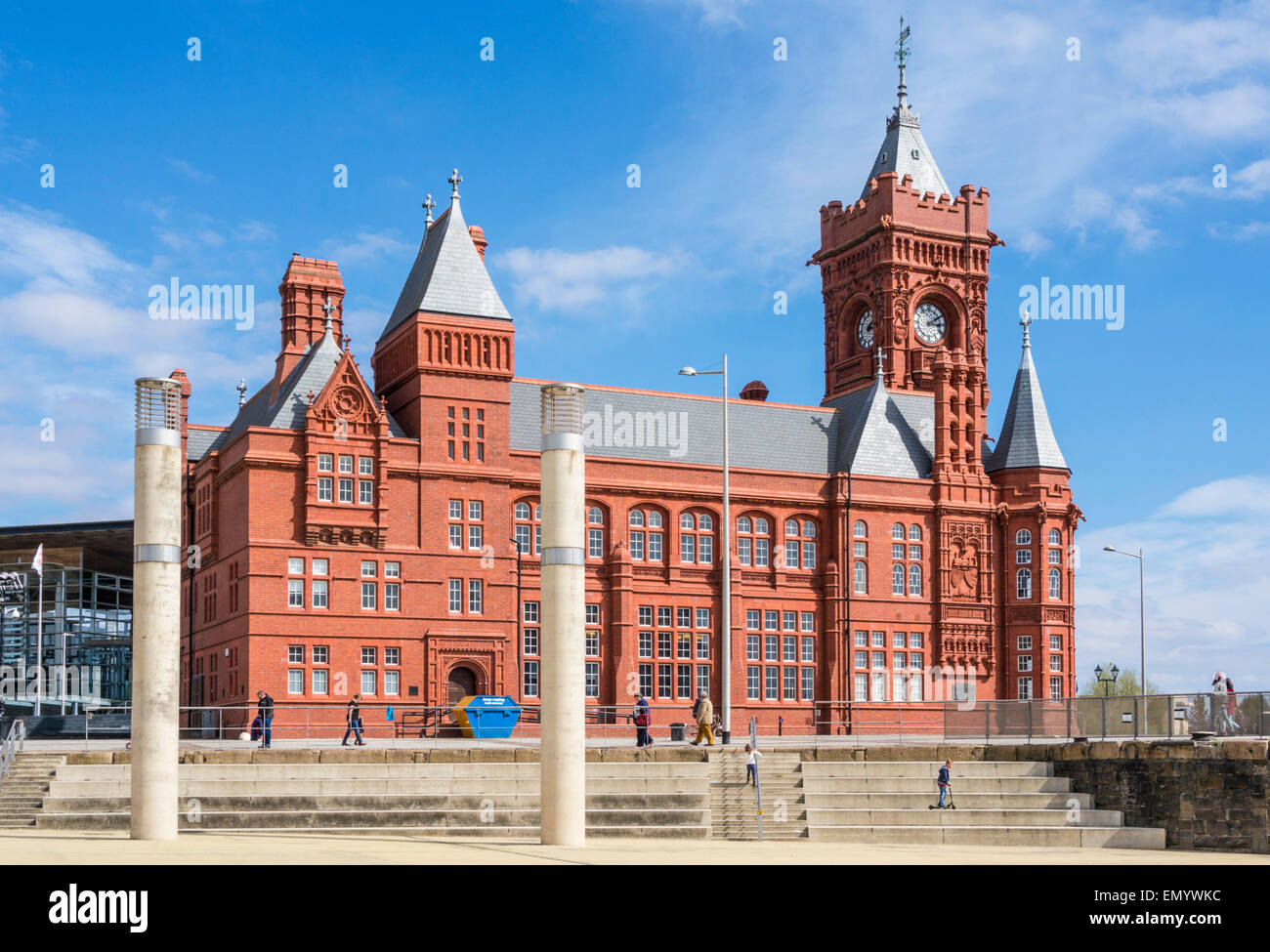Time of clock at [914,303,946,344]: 3:09
